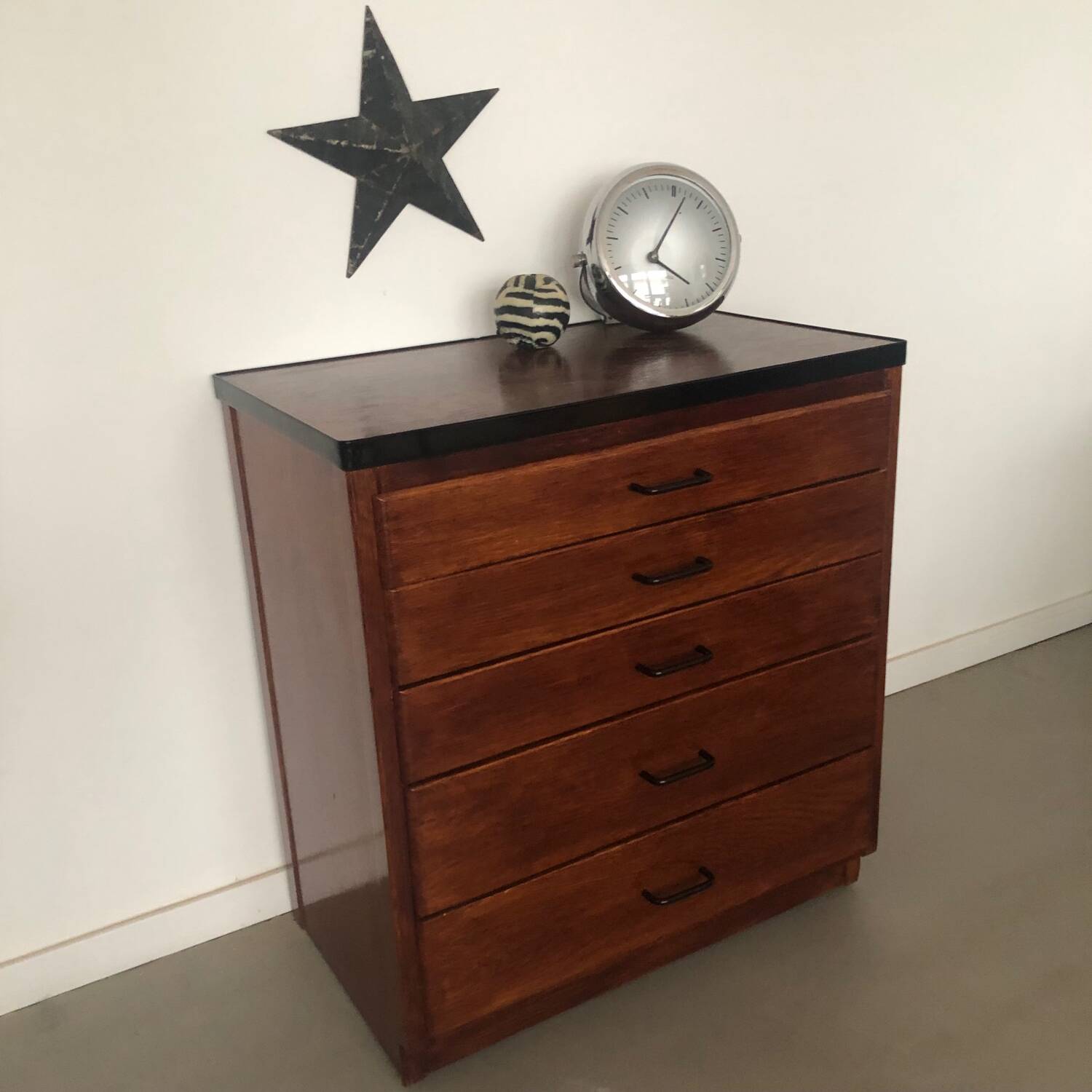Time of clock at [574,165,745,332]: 4:07
